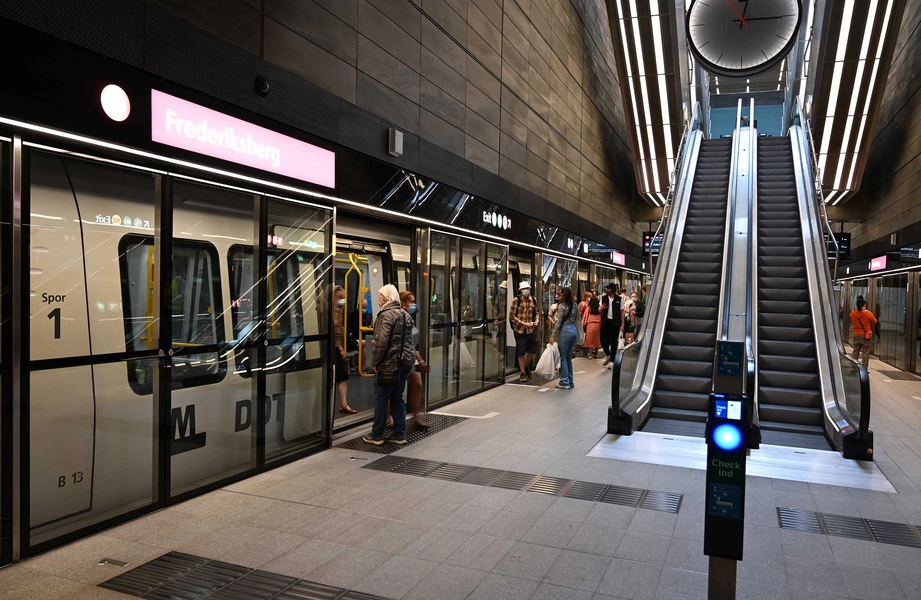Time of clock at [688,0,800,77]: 12:14
